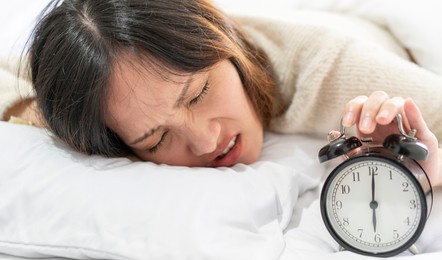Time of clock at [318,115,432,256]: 6:00
